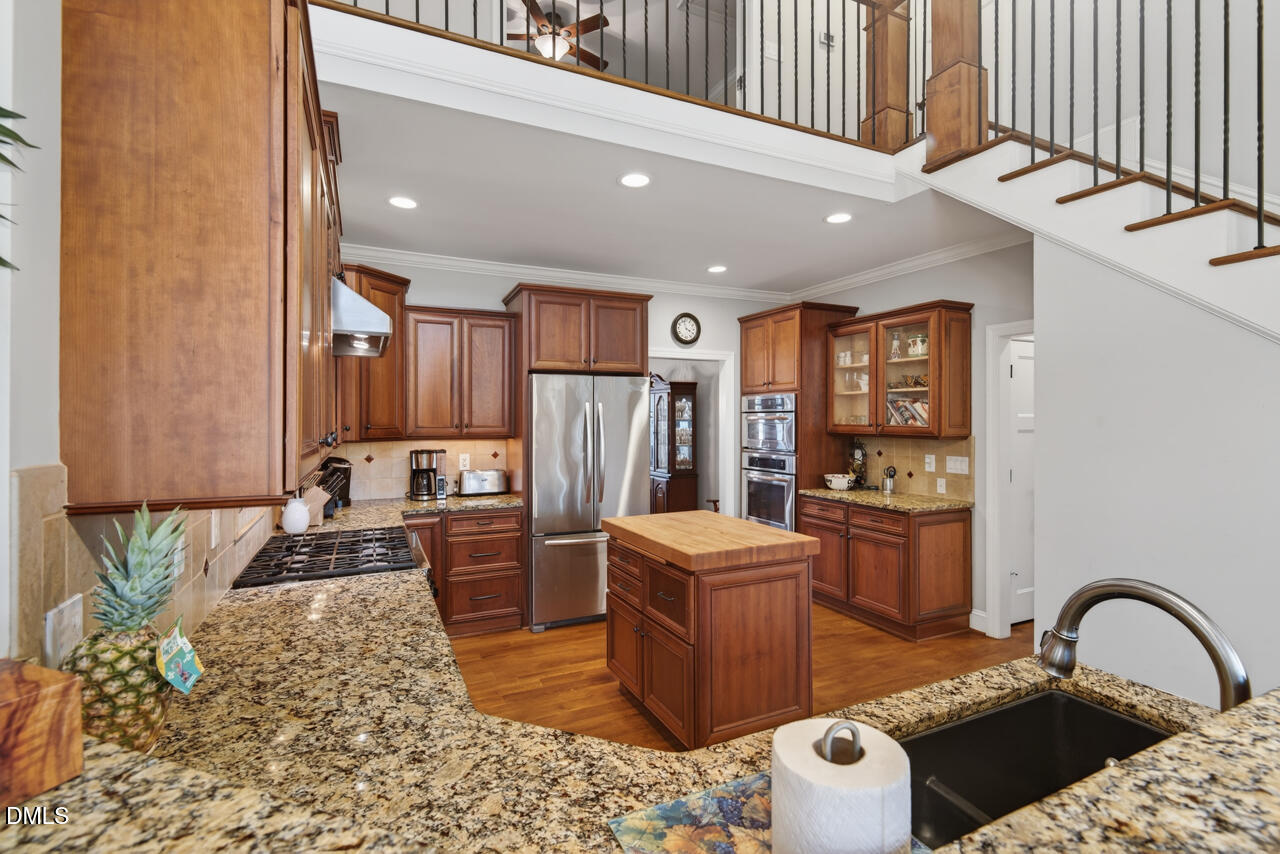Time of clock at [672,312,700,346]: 3:57
